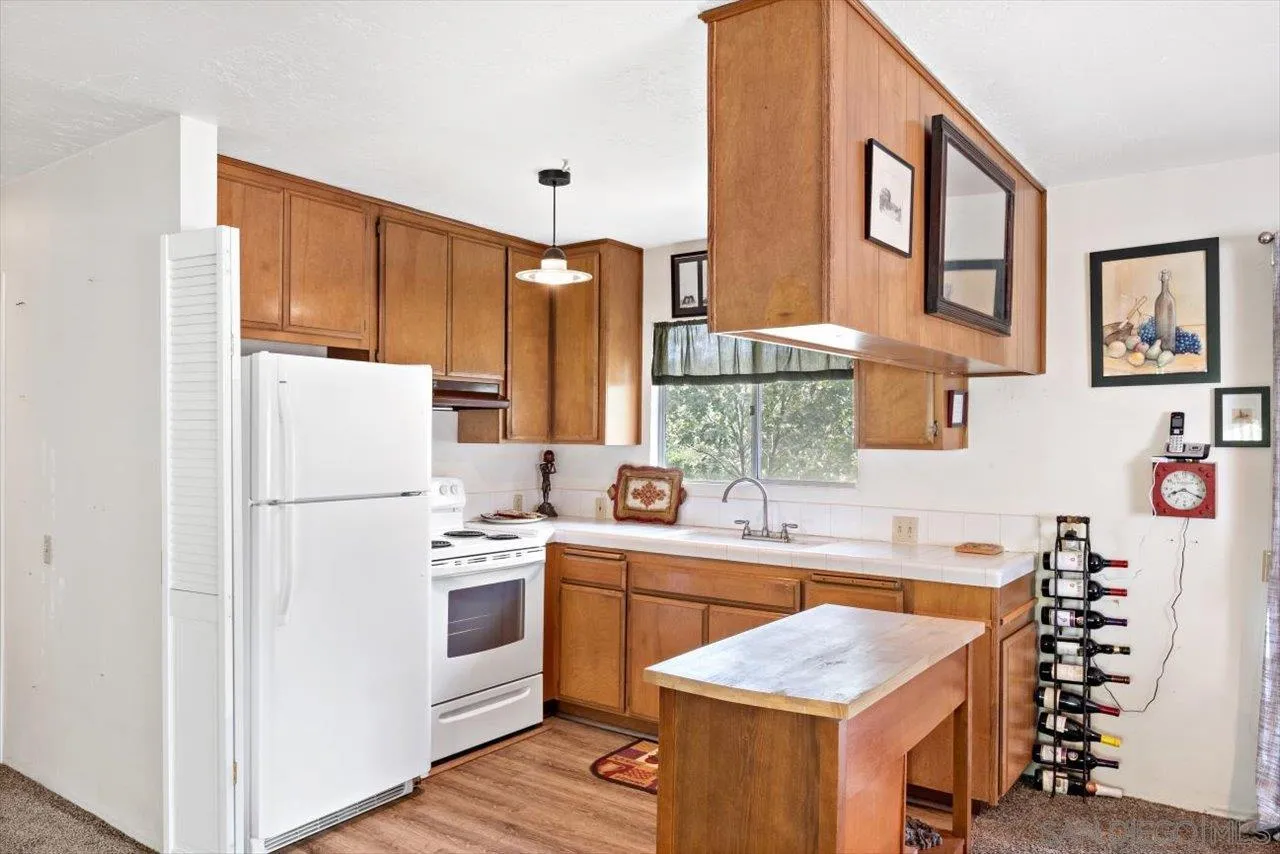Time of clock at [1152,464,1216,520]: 8:19
